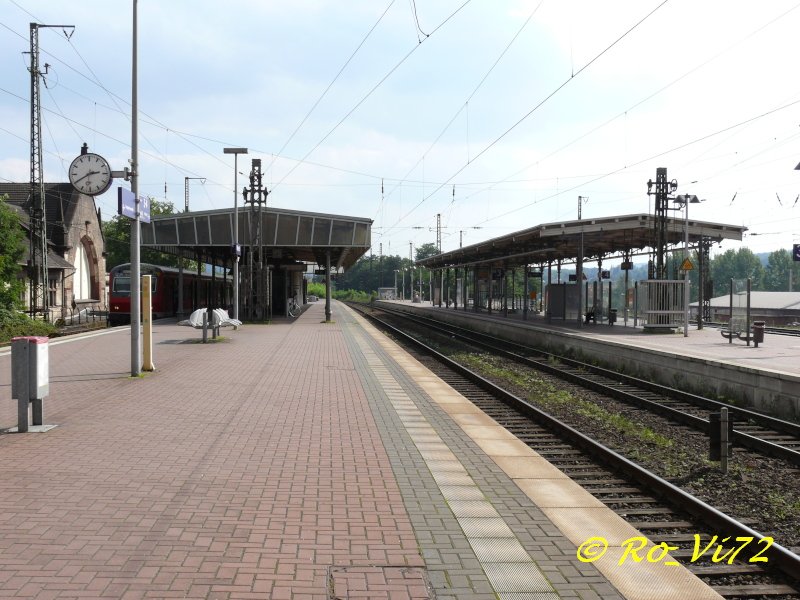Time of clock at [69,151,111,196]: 2:40
